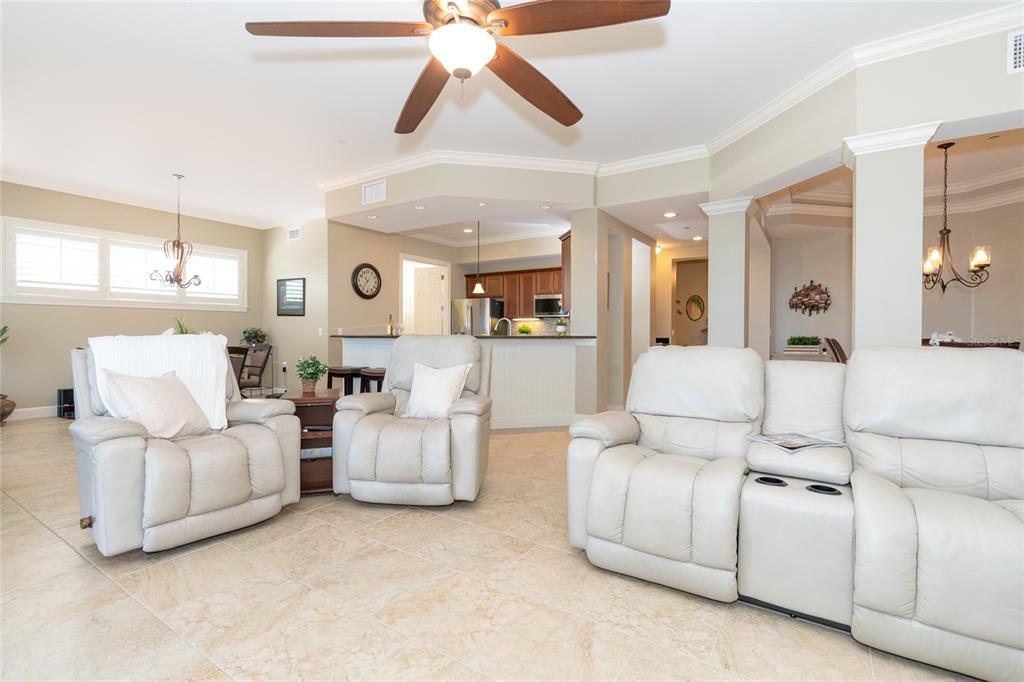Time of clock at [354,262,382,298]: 10:36
